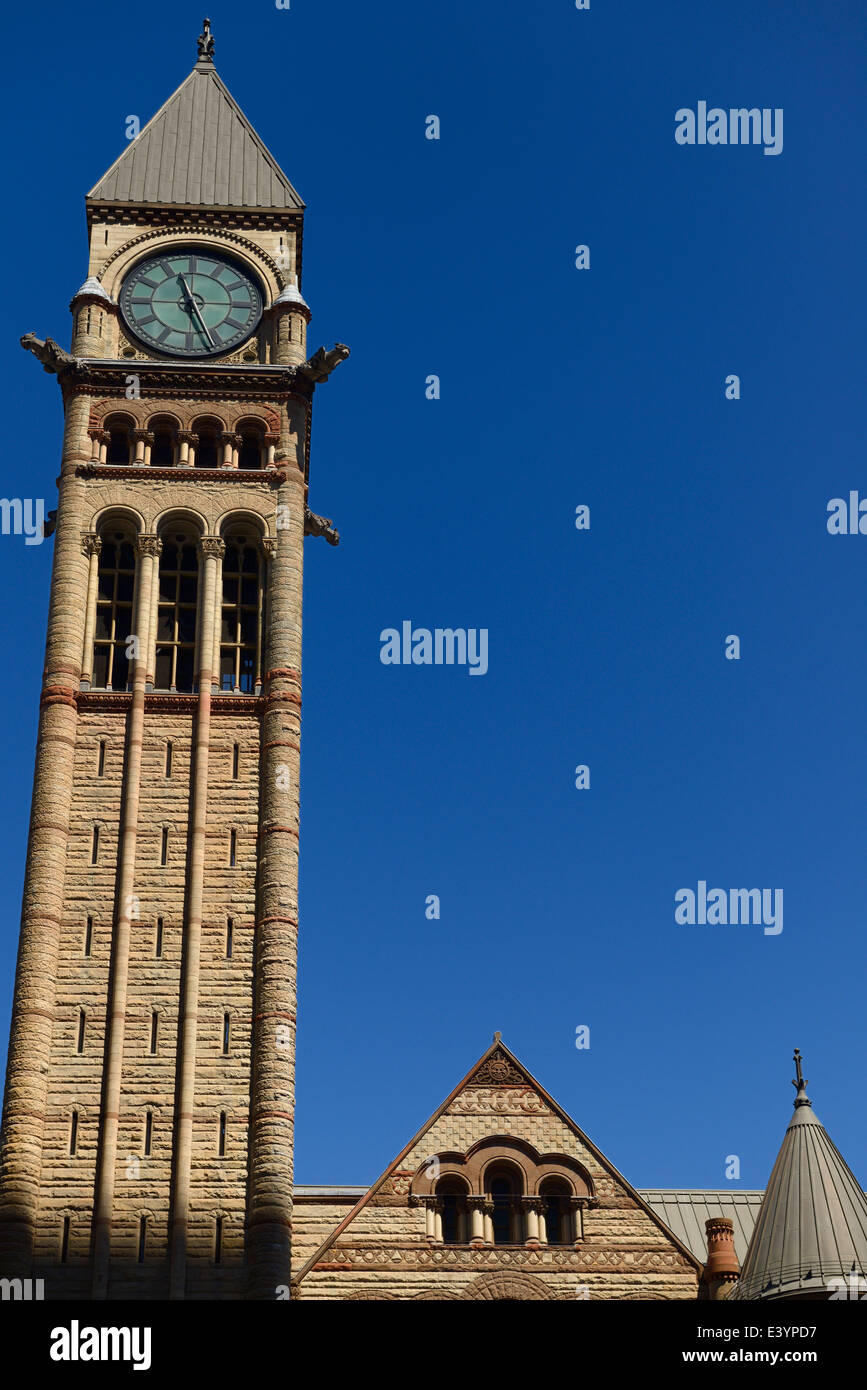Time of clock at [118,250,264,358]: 11:26
